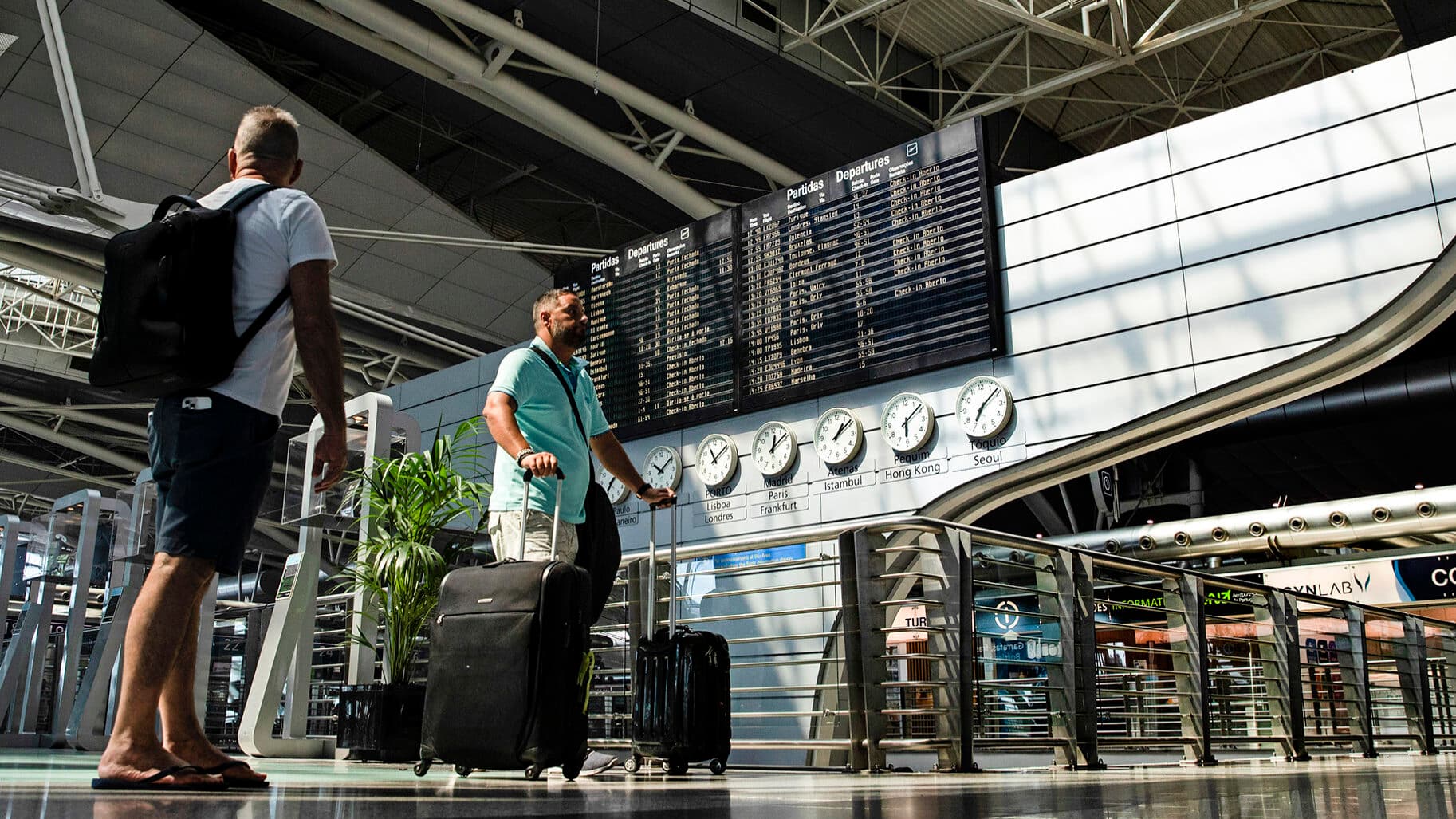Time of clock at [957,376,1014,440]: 7:08
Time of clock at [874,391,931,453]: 6:08
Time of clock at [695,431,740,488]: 11:09
